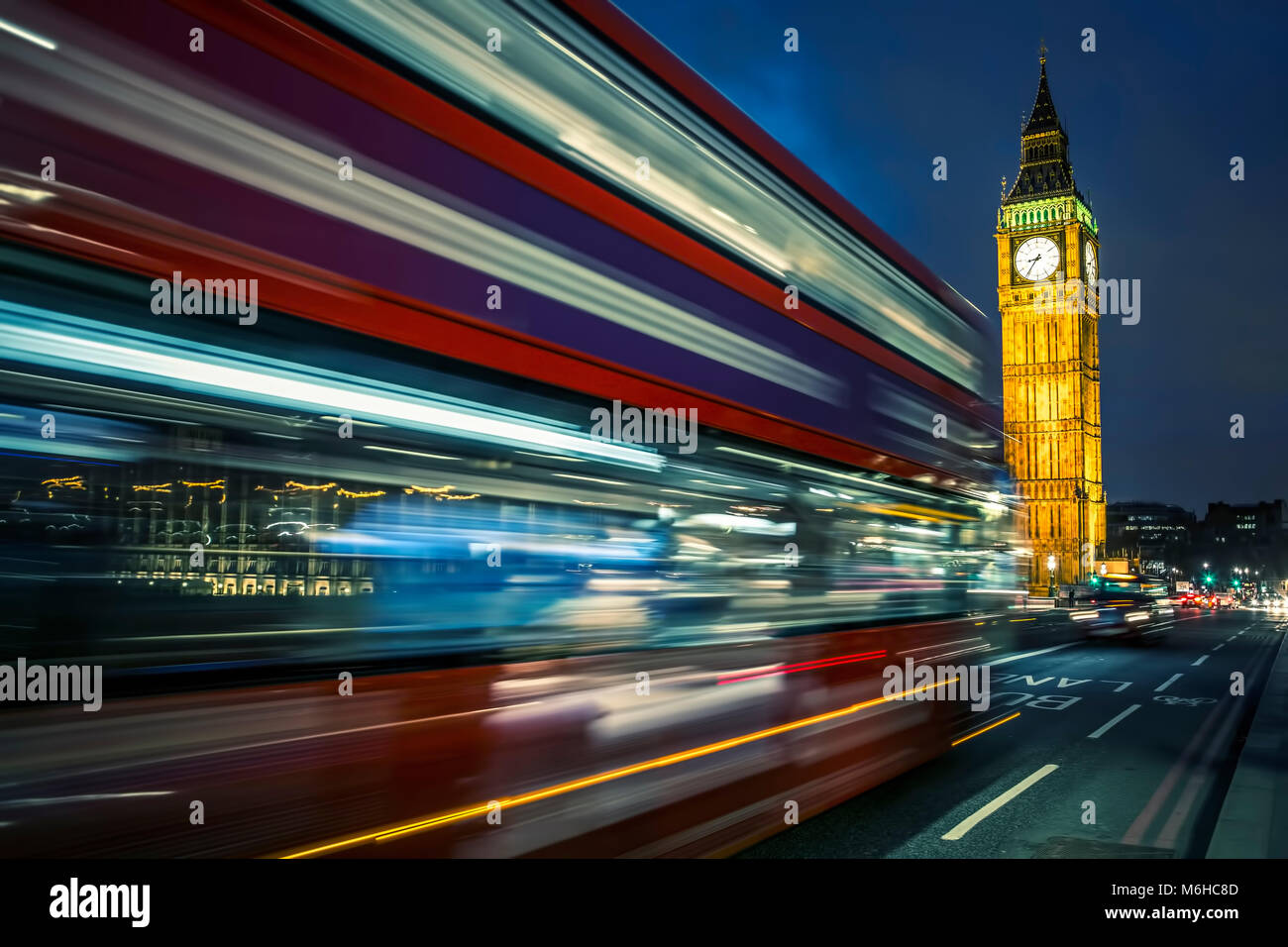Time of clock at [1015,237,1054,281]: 8:36
